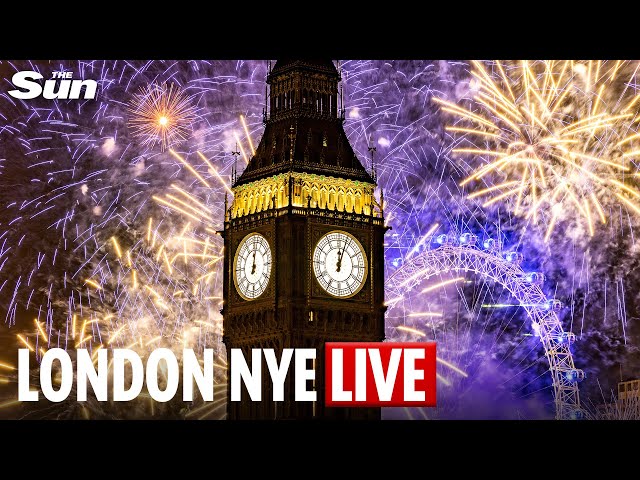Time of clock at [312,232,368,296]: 12:03
